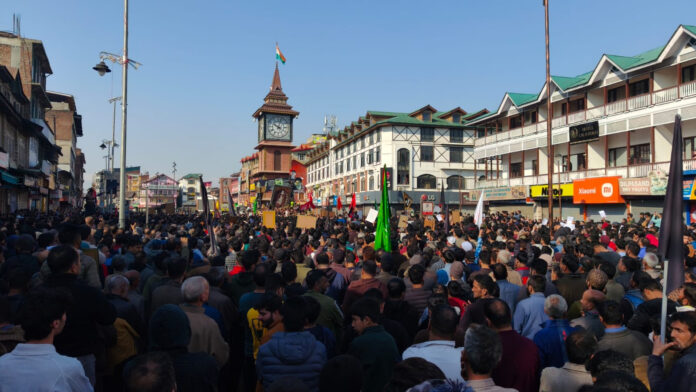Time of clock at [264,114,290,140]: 10:02
